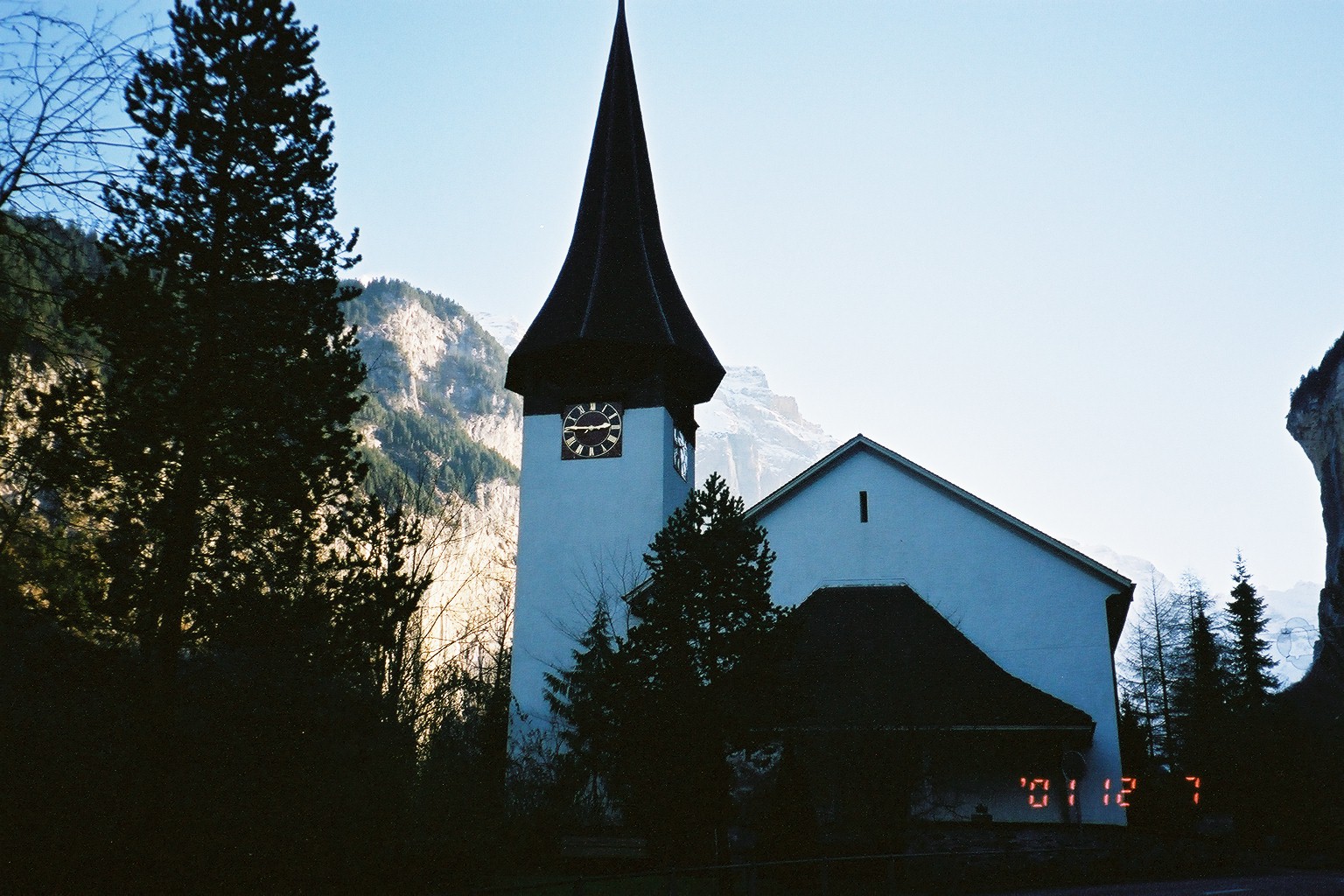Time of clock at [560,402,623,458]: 2:45
